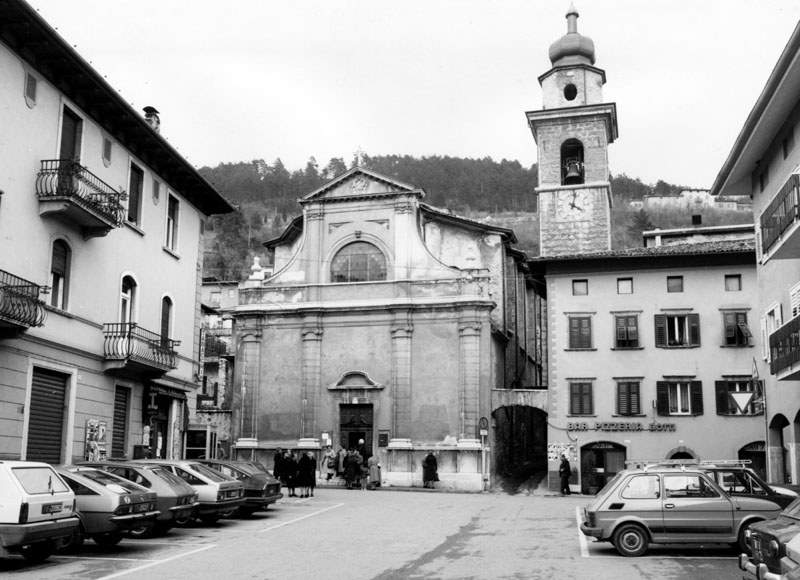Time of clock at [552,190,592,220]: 4:02
